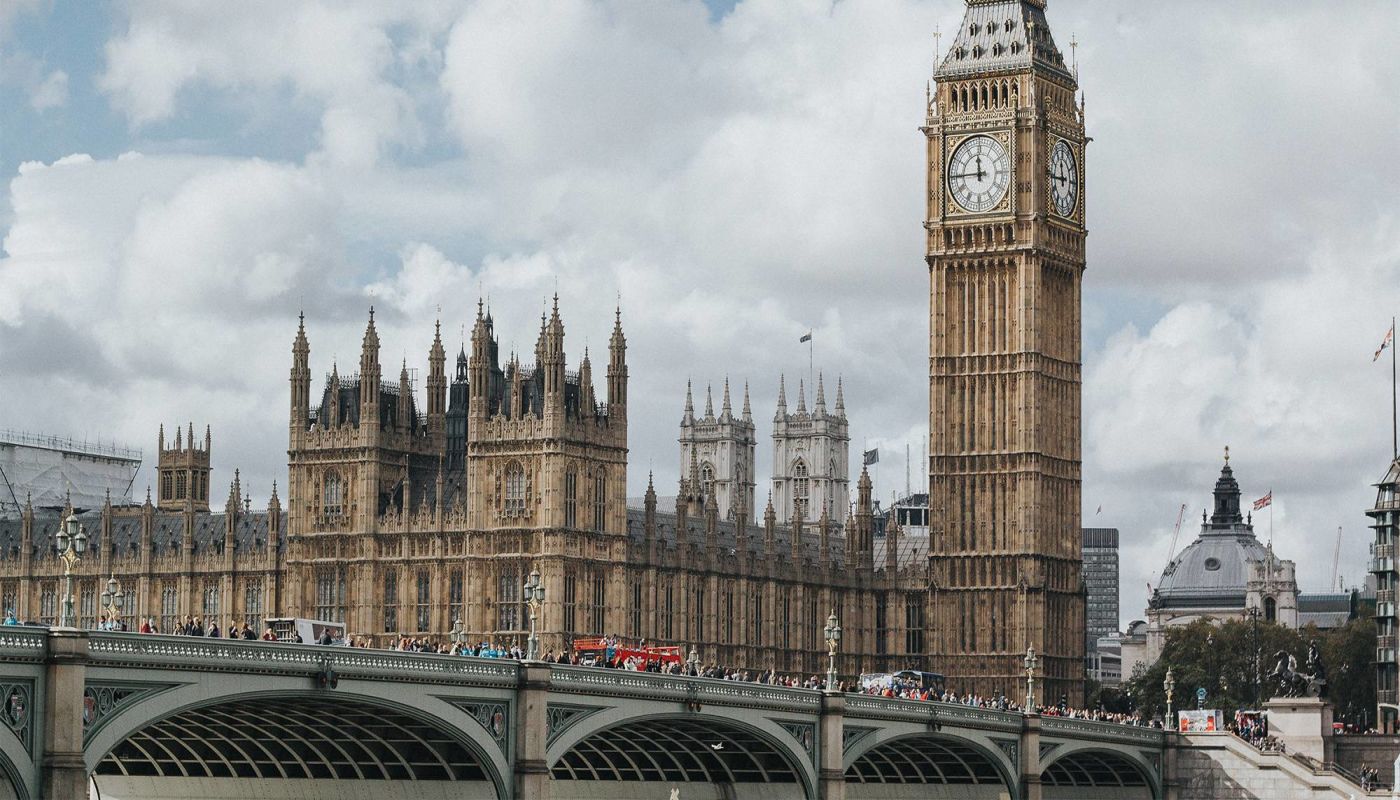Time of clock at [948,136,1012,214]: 11:44
